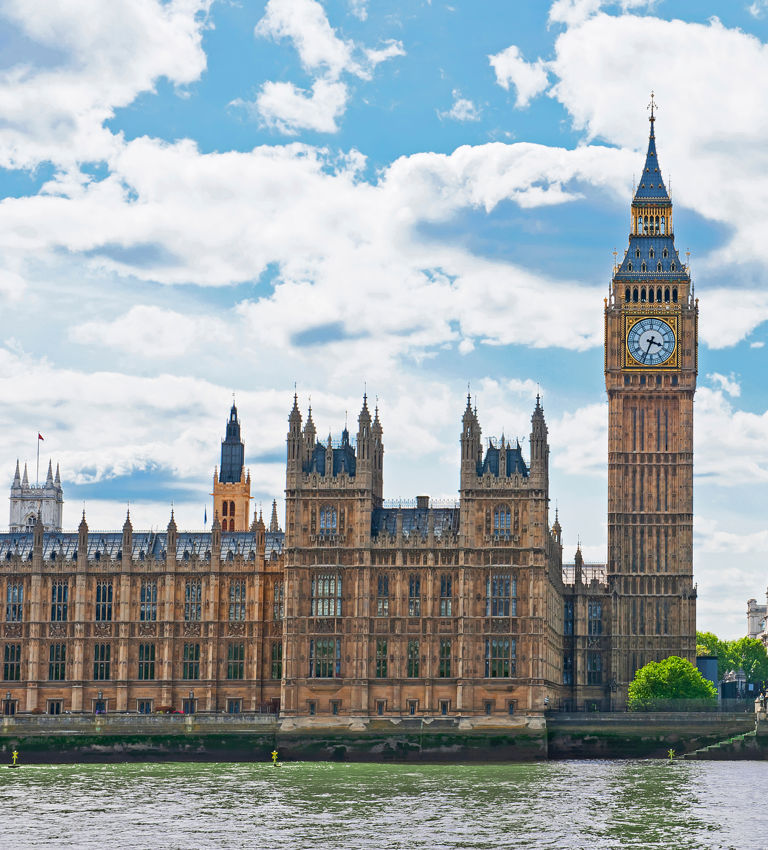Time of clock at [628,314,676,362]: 3:33
